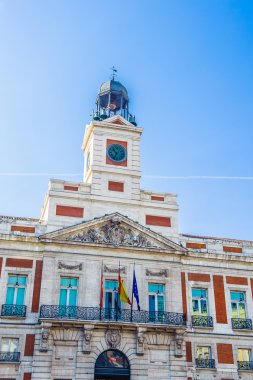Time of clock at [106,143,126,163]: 10:33
